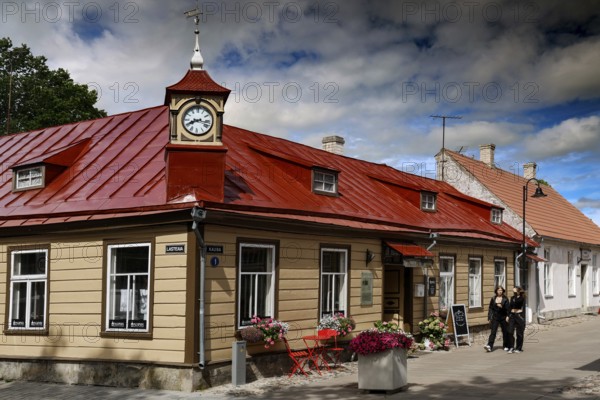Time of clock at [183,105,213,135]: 8:16
